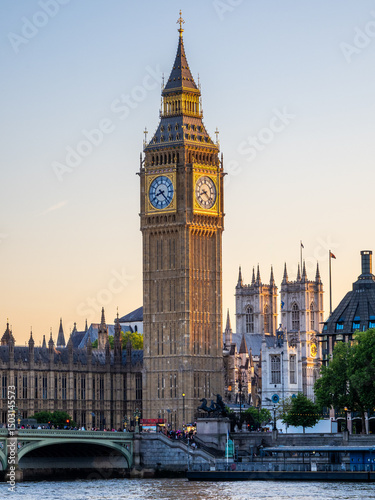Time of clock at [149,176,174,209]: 8:22
